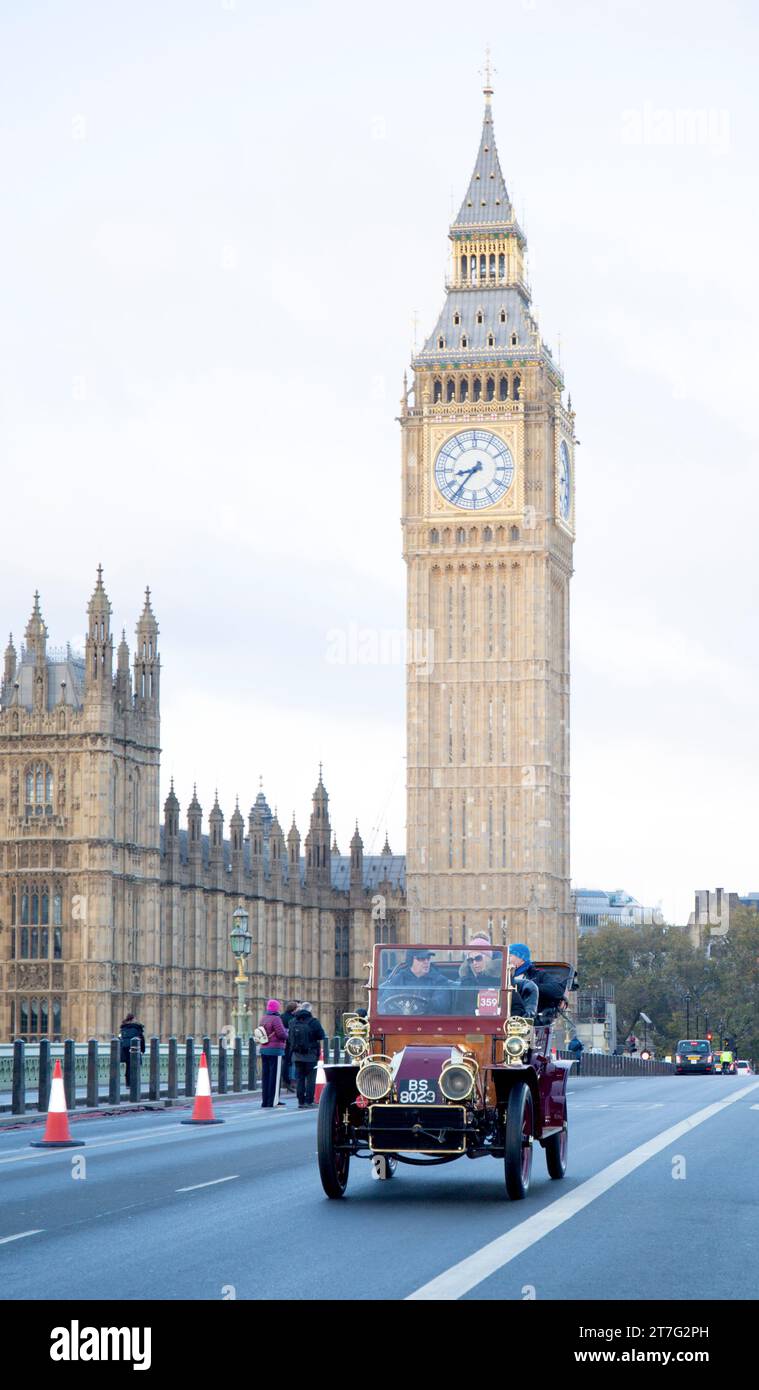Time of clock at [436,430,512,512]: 8:36
